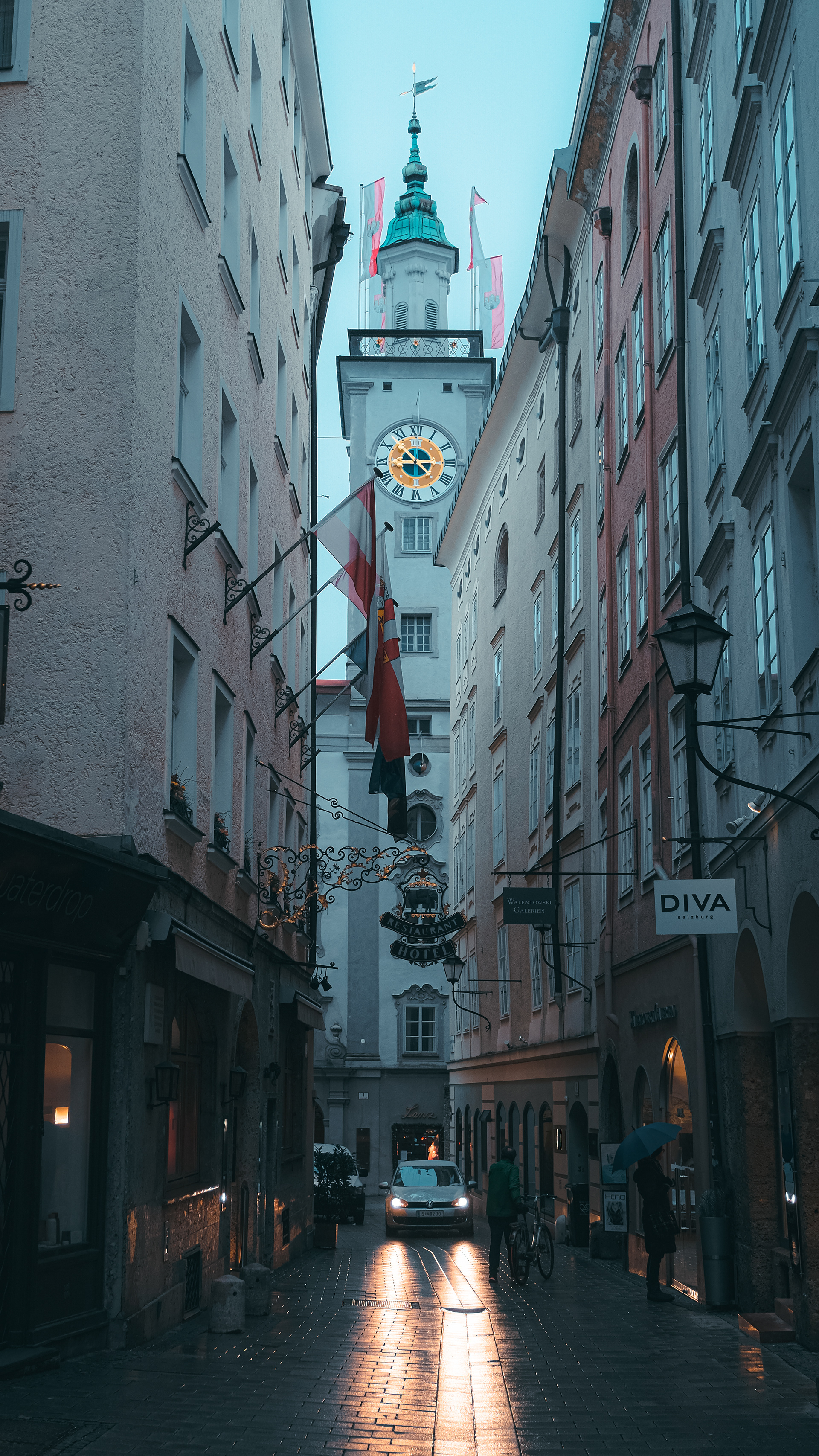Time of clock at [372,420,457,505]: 8:52
